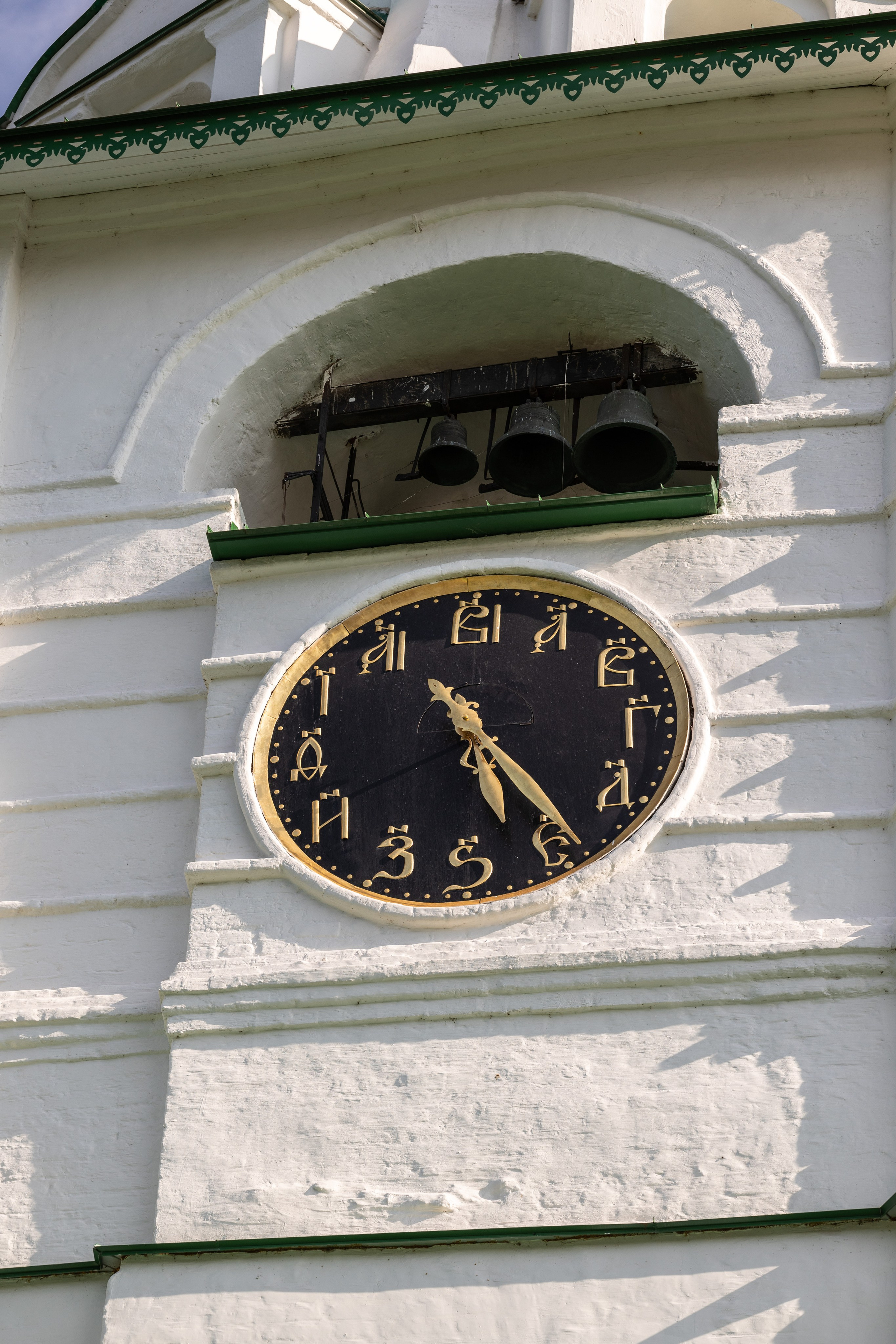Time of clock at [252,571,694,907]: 5:24
